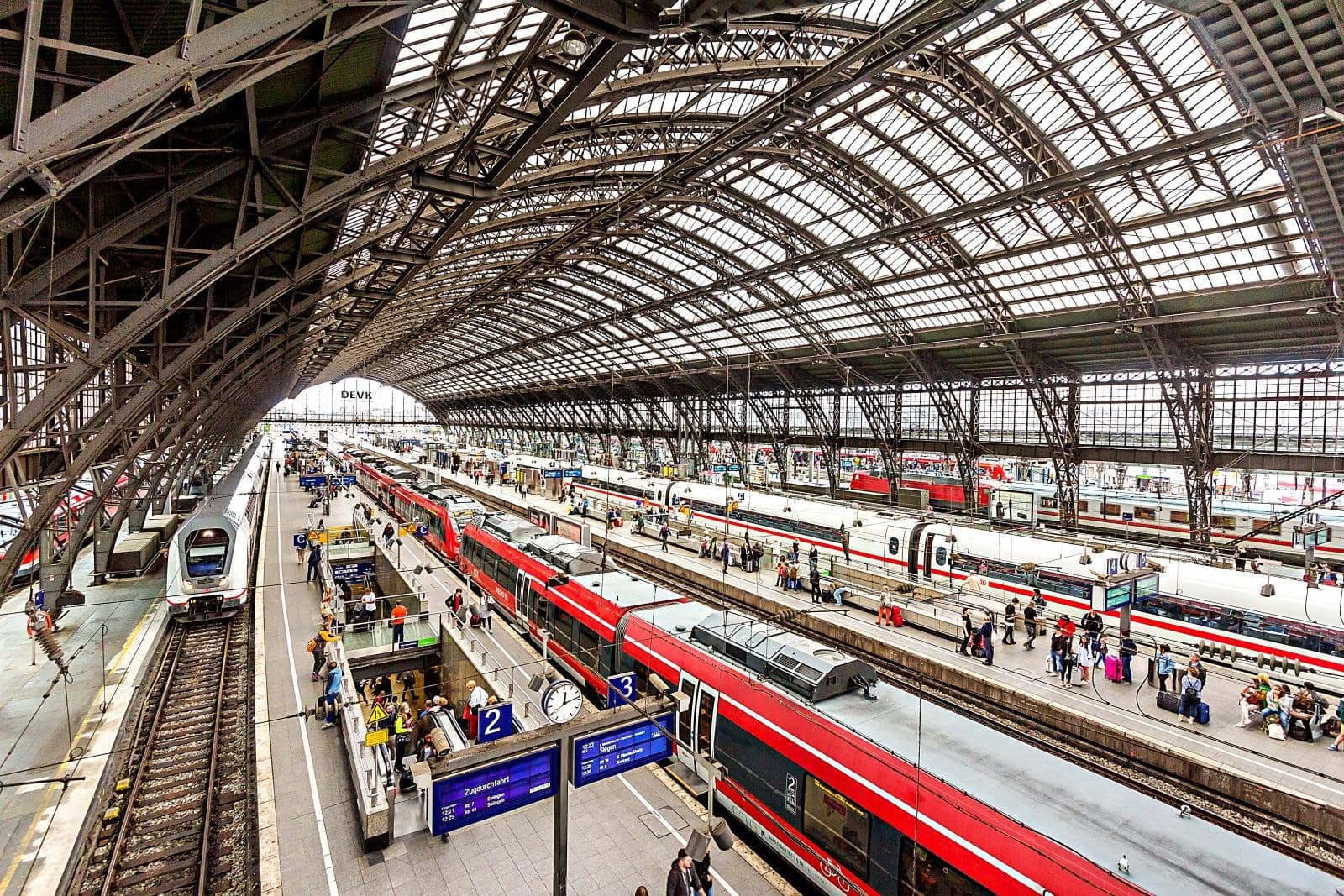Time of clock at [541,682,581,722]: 12:13
